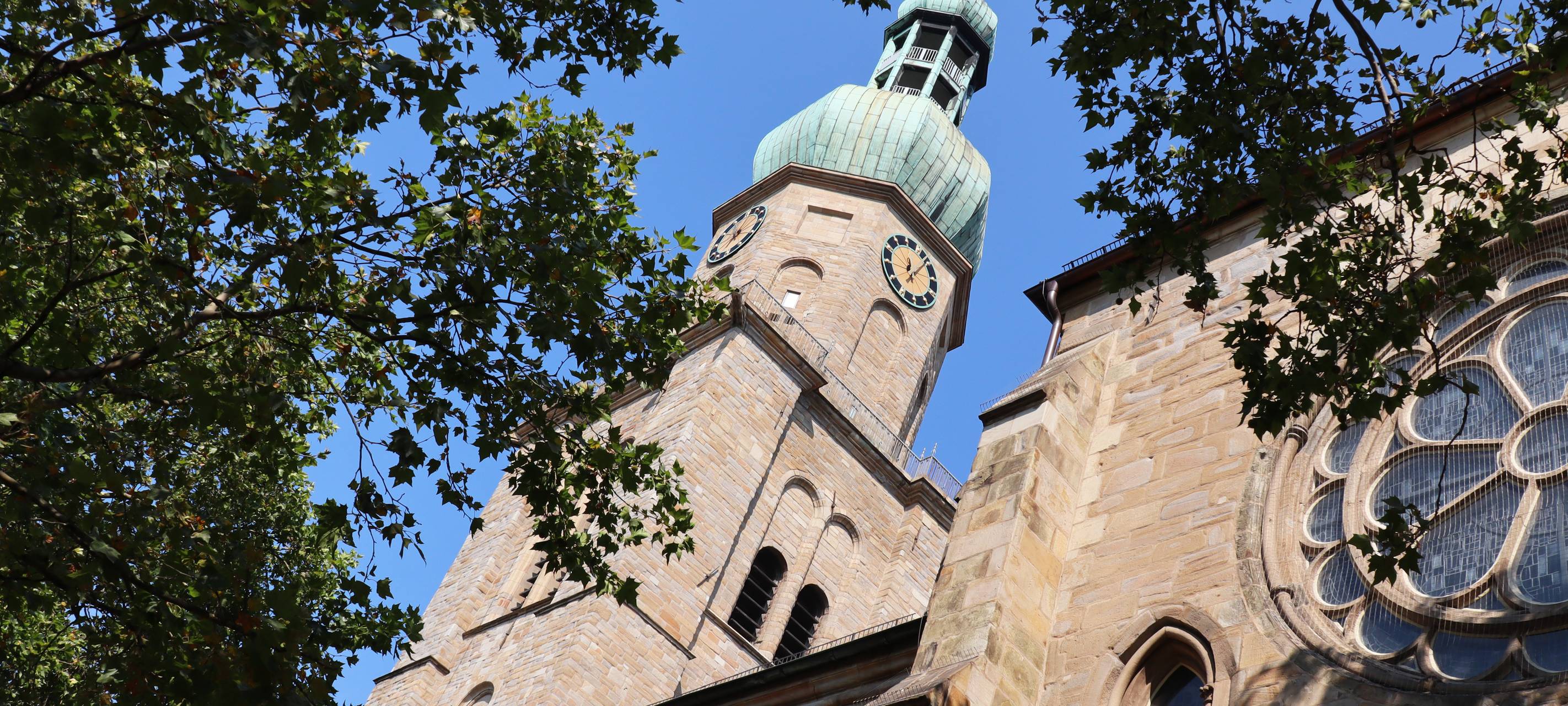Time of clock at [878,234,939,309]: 12:07
